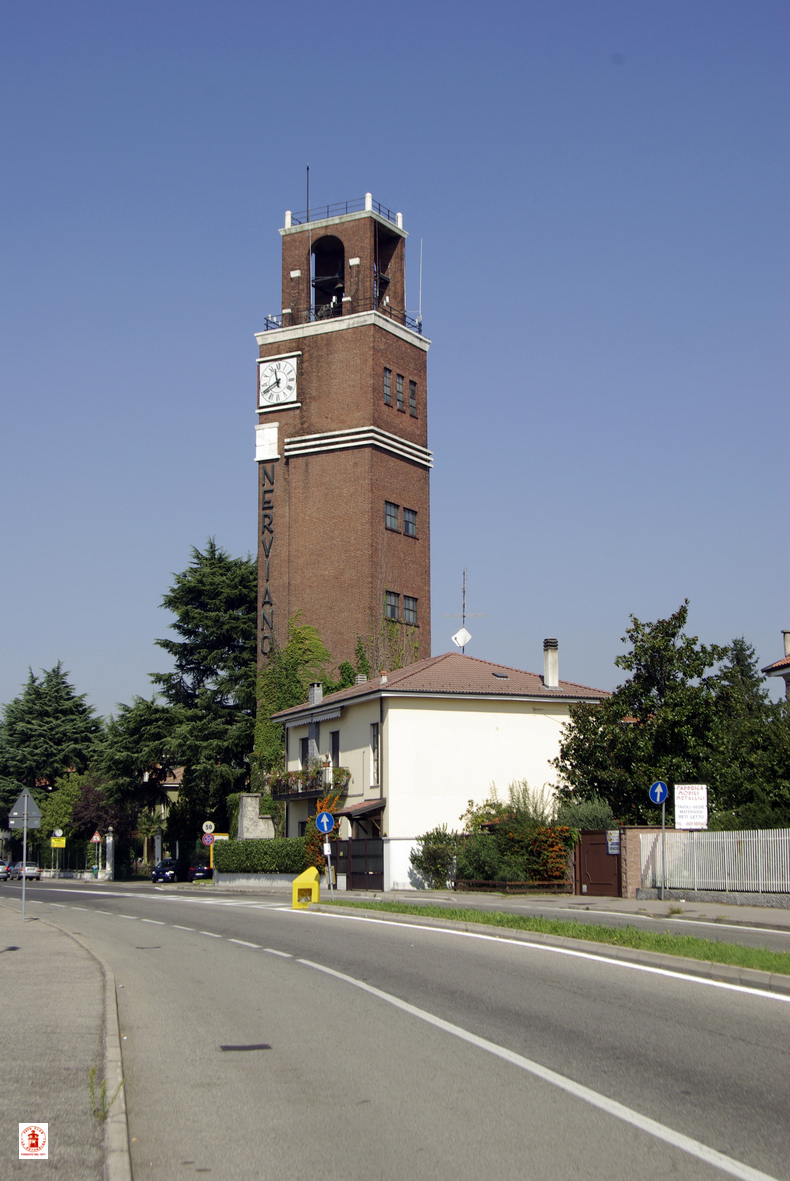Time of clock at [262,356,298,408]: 11:40
